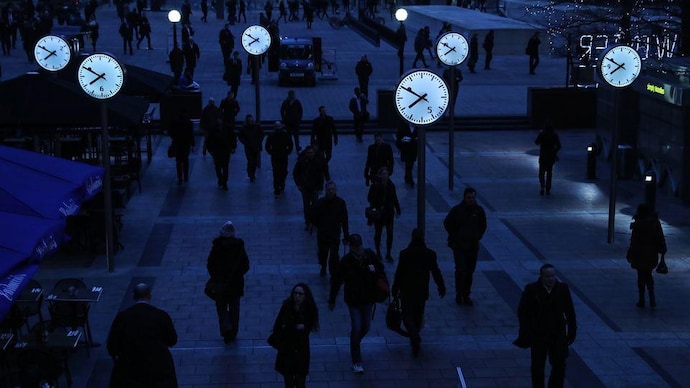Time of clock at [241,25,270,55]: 7:50
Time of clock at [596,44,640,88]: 7:49
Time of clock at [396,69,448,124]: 7:50
